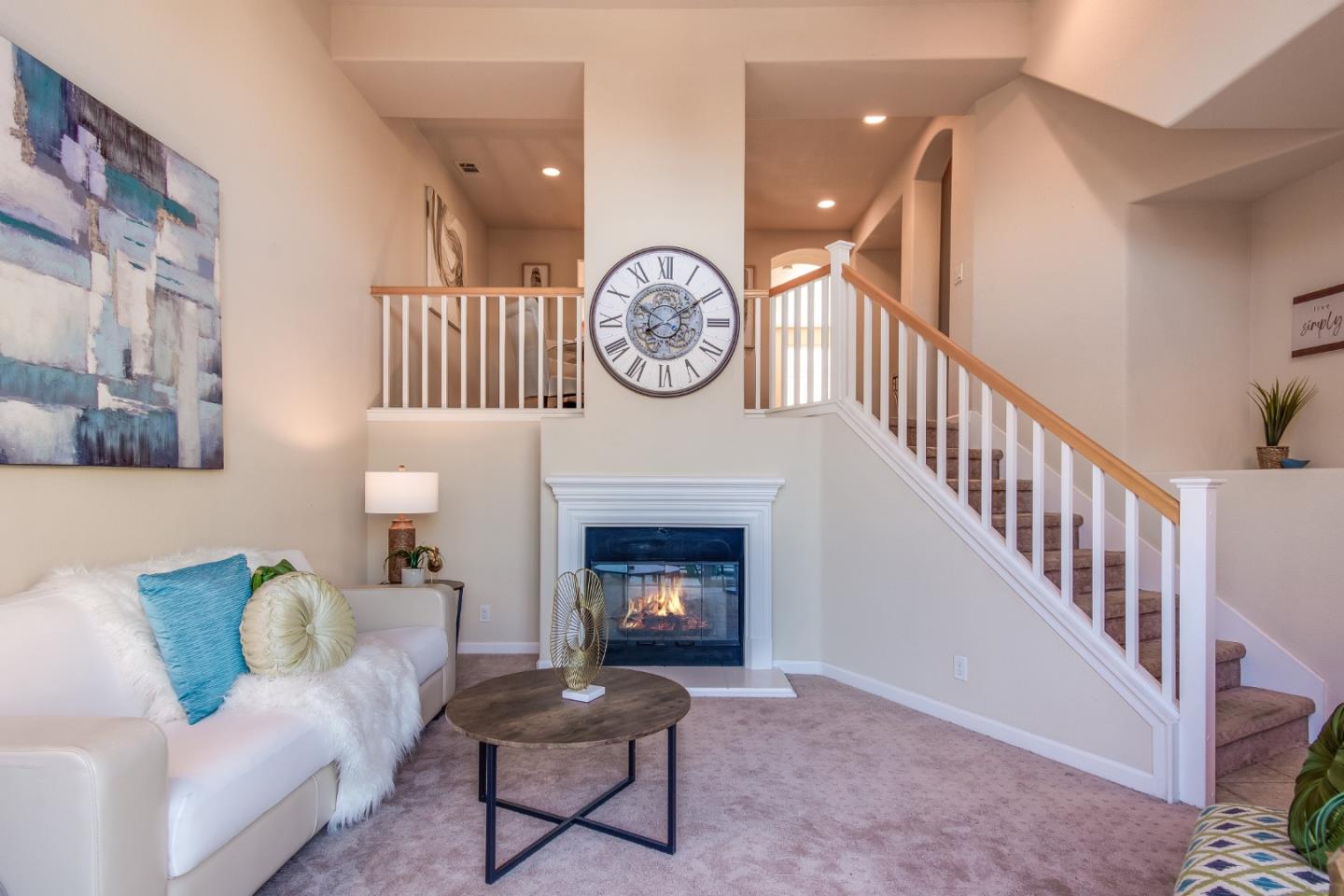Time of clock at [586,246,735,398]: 8:09
